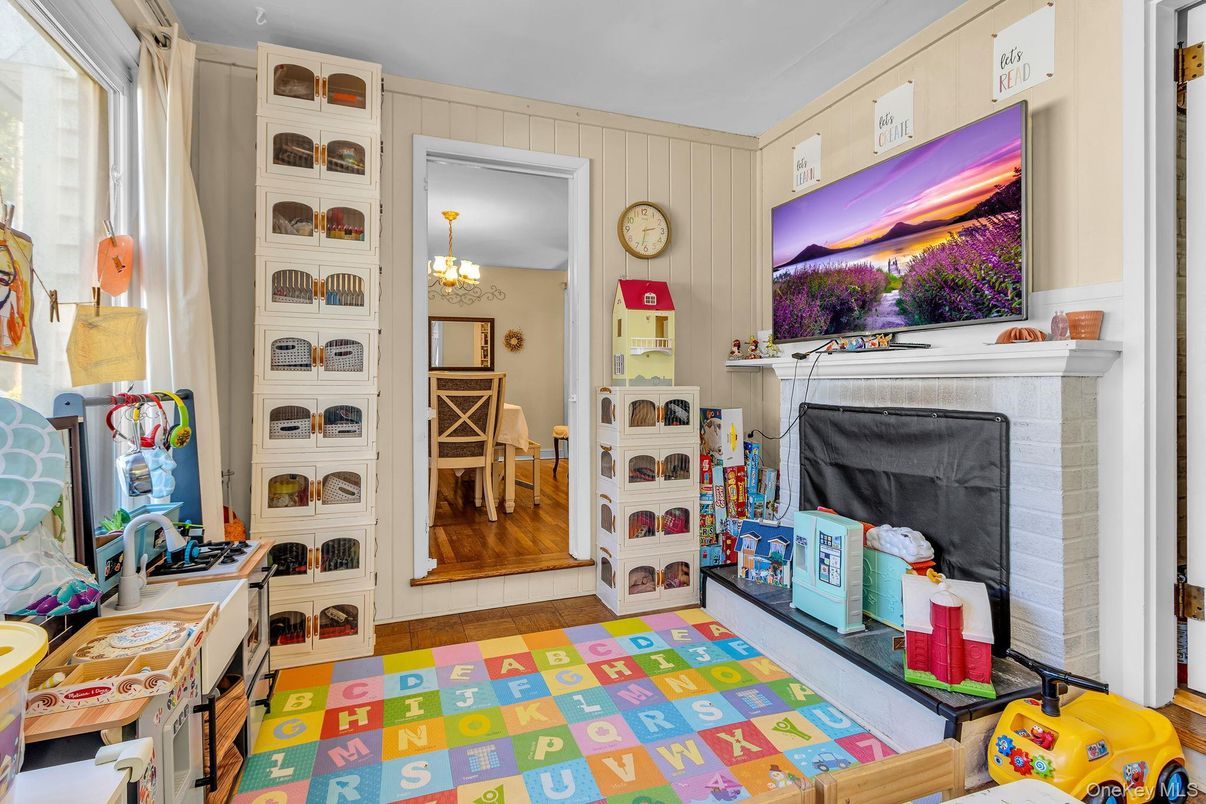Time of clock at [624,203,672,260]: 2:32
